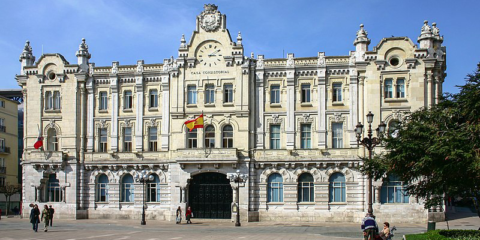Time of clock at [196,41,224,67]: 3:09
